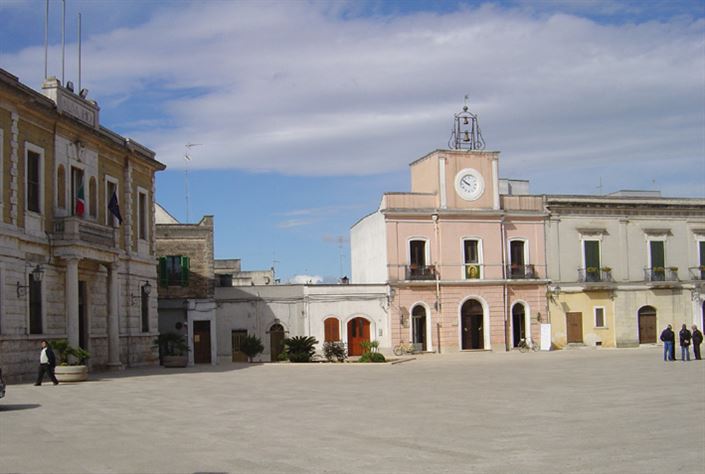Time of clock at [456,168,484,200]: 9:50
